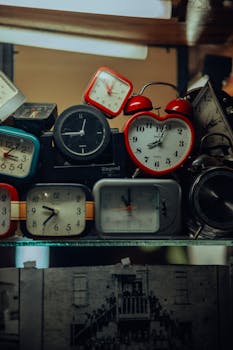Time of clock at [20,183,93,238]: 9:36
